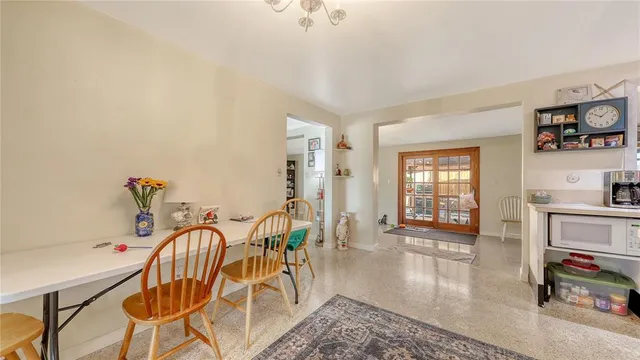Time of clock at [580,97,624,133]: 10:07
